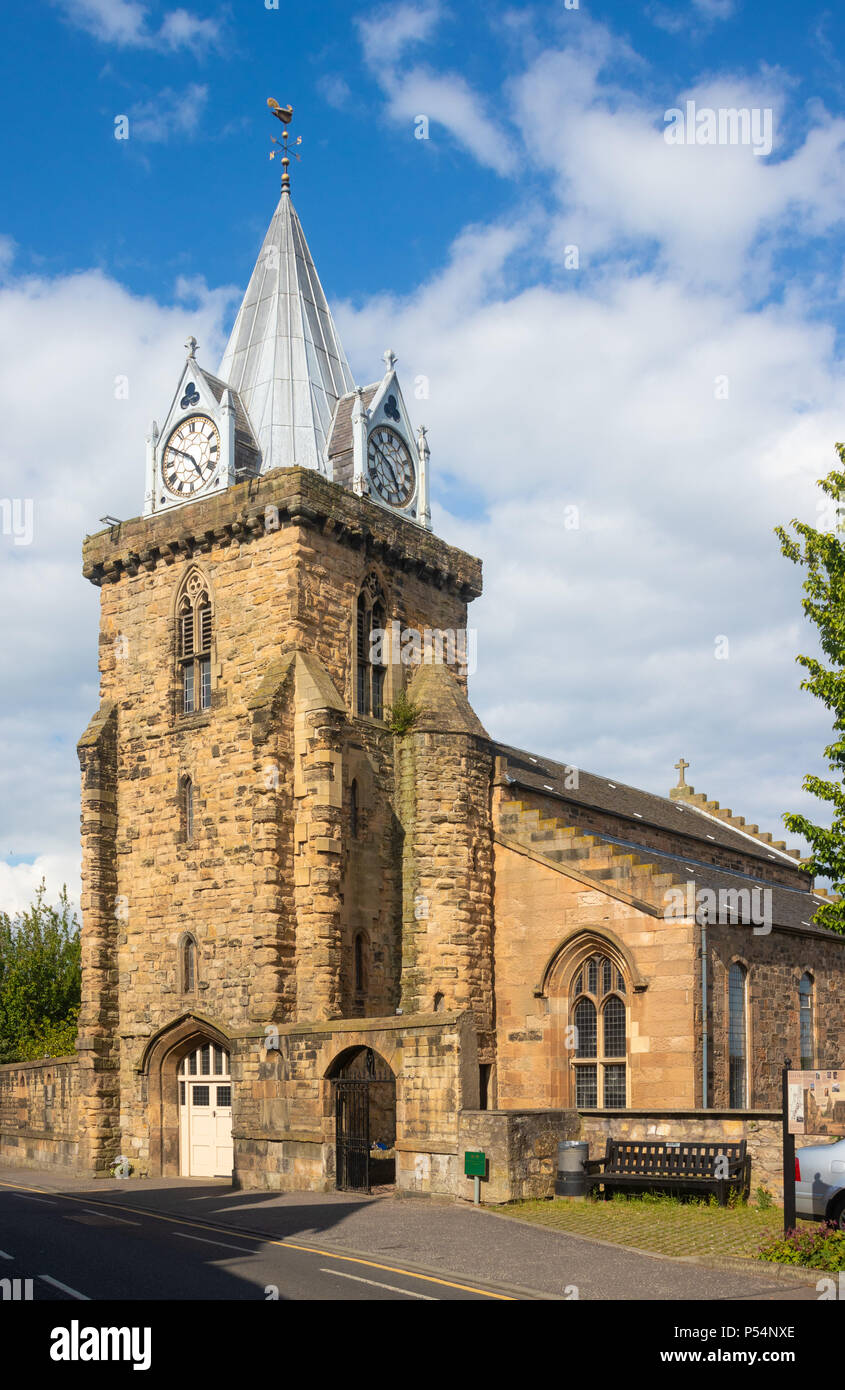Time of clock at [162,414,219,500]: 4:50
